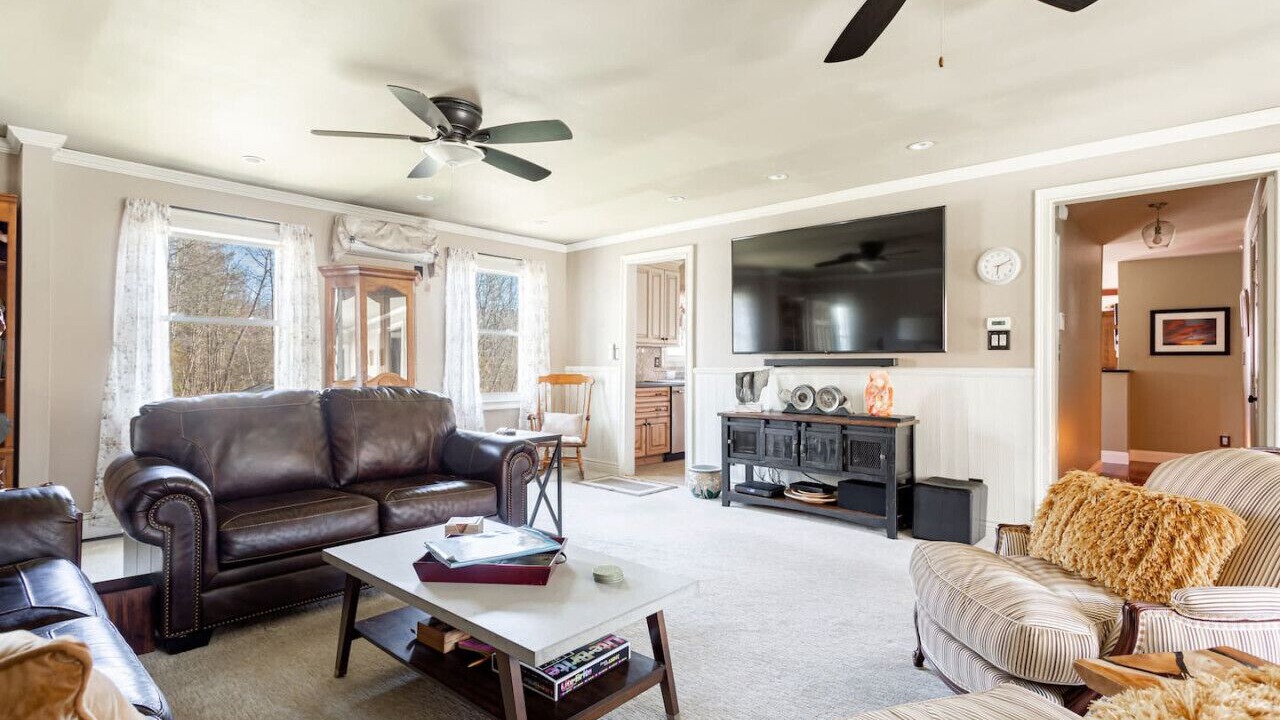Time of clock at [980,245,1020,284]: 6:11
